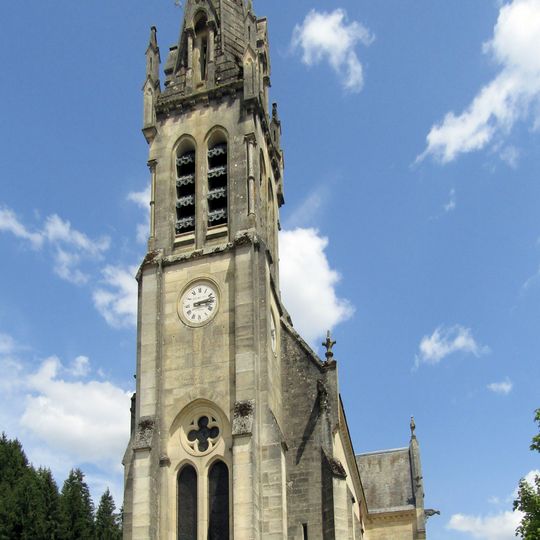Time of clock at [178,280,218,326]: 3:12
